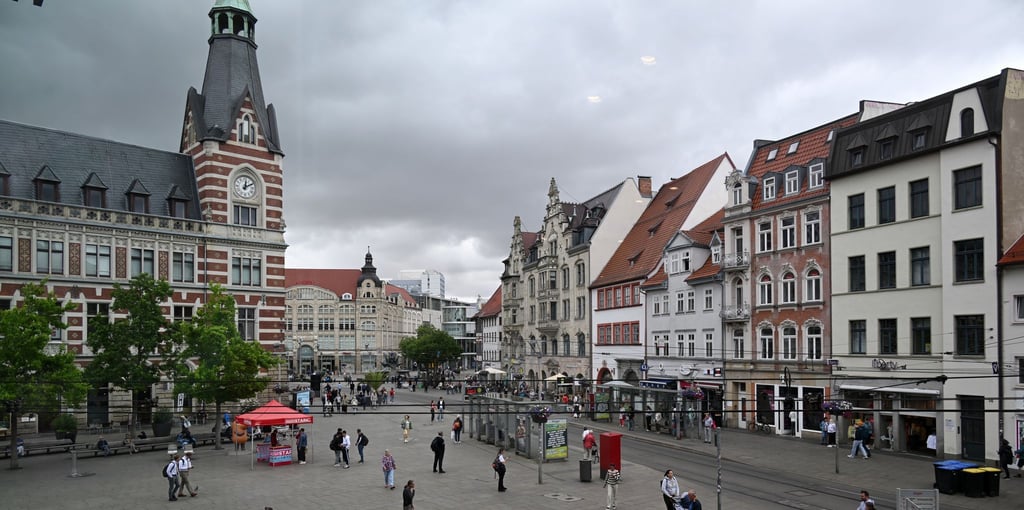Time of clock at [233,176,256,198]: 12:10
